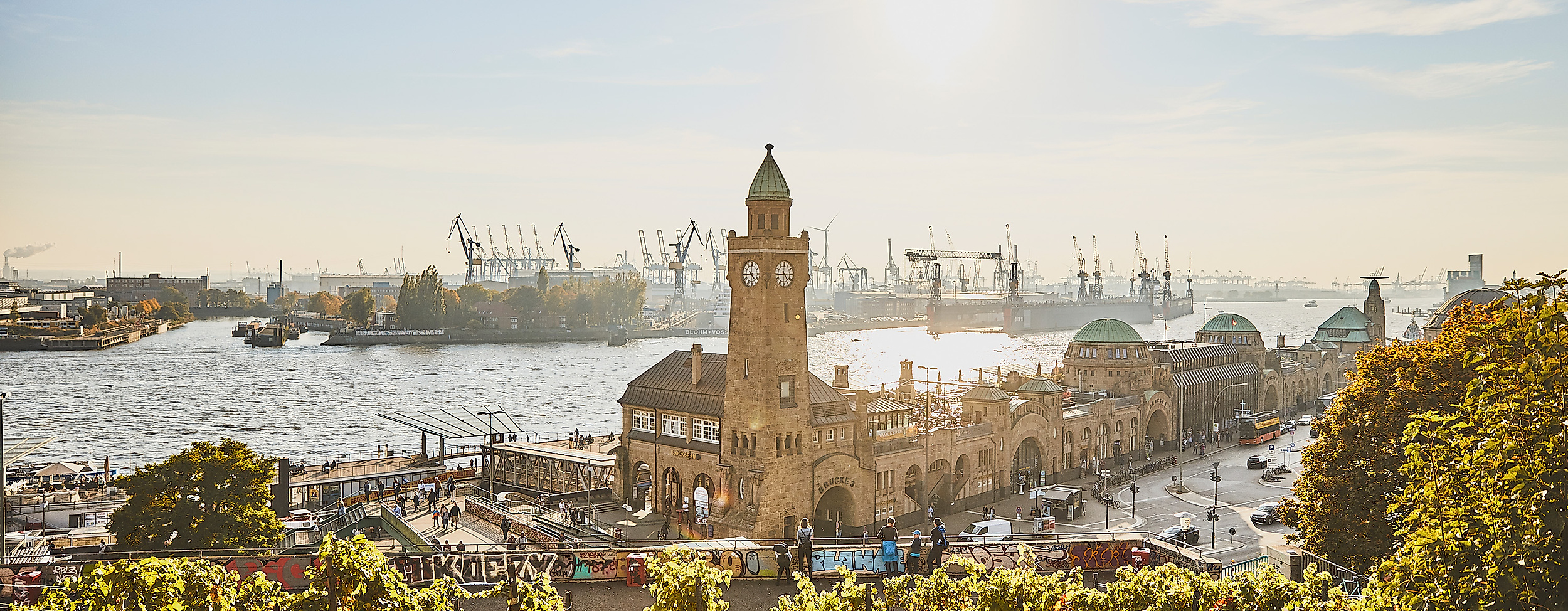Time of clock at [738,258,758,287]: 4:44
